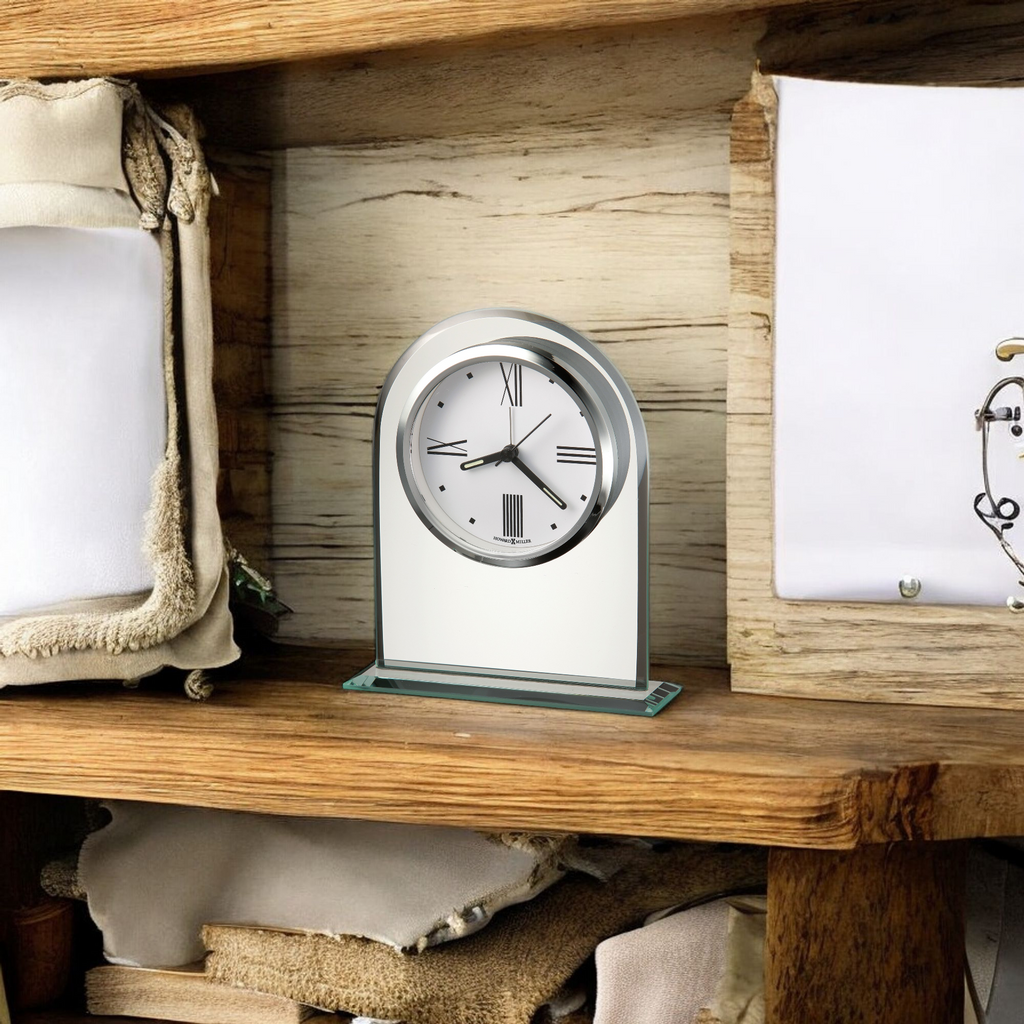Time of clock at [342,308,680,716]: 8:21
